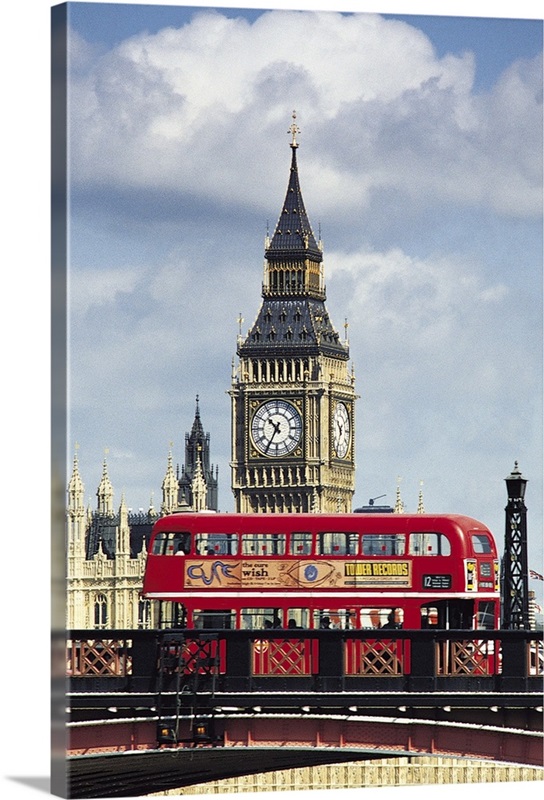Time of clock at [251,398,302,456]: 10:34
